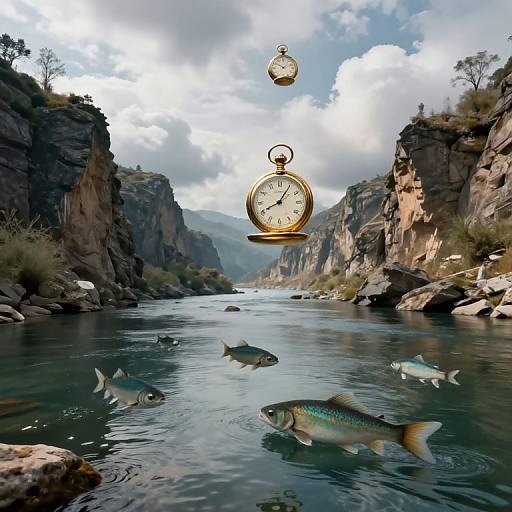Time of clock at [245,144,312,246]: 8:05
